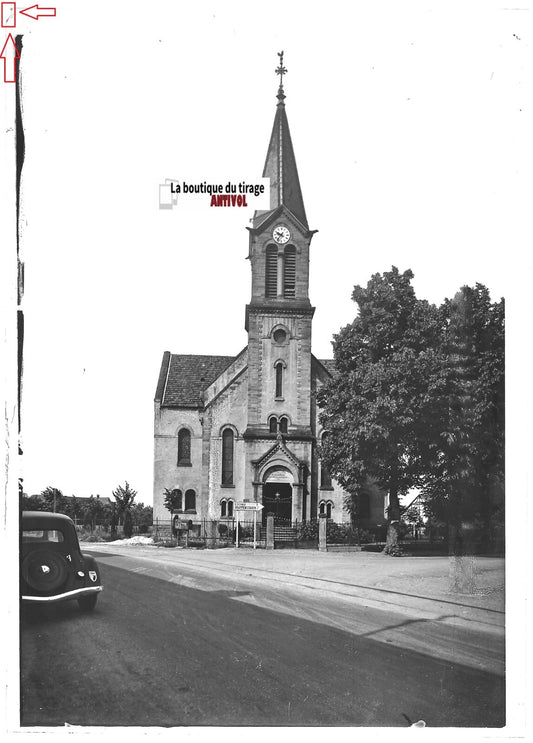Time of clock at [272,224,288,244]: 9:36
